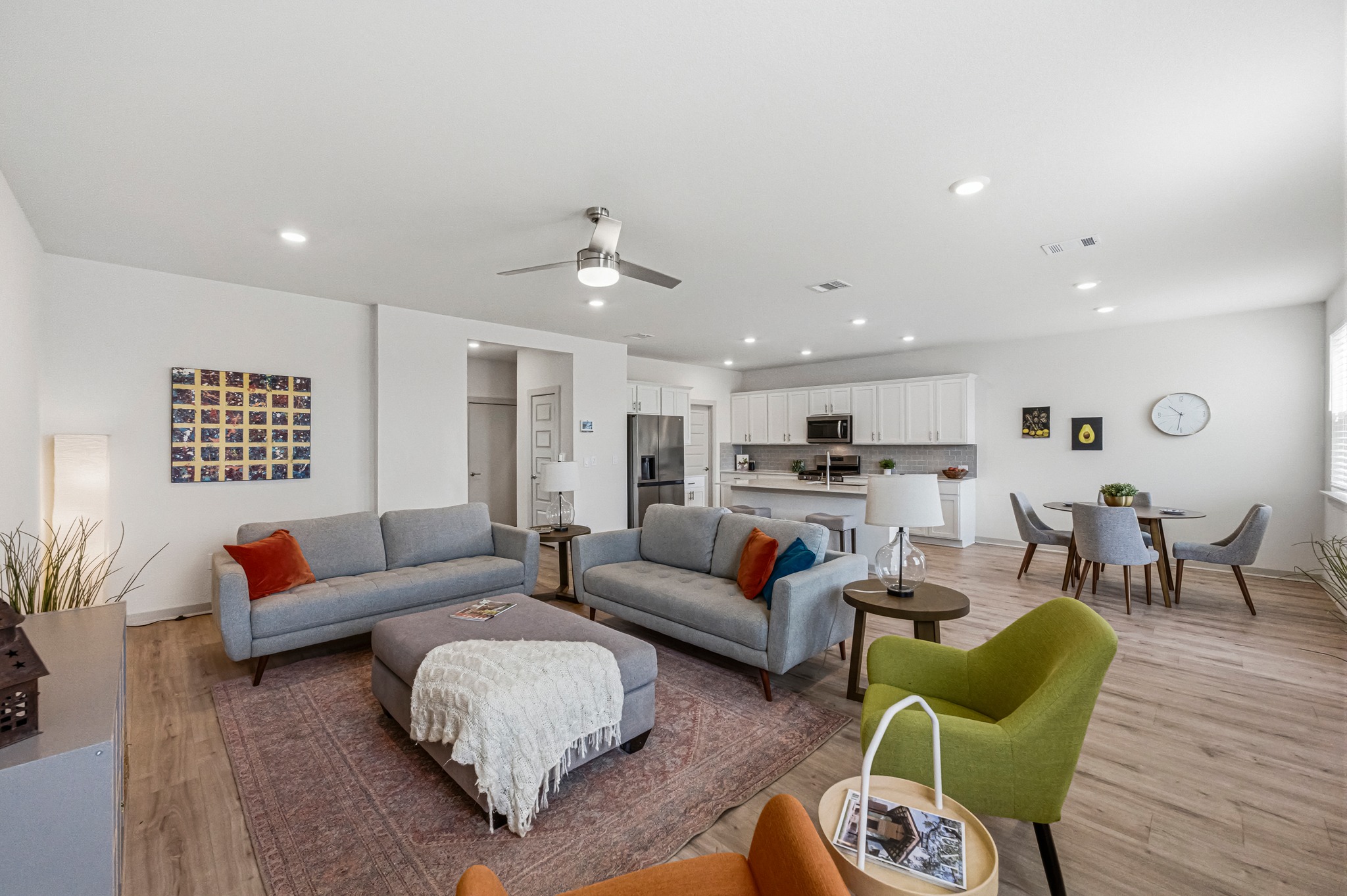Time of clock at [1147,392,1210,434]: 10:31
